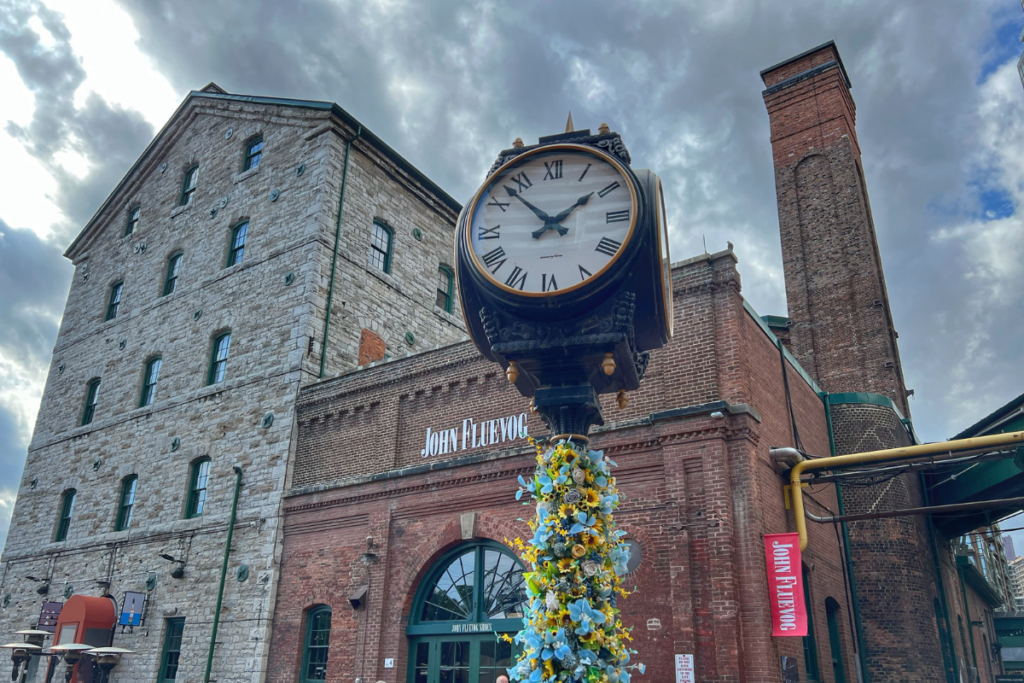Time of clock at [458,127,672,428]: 1:52
